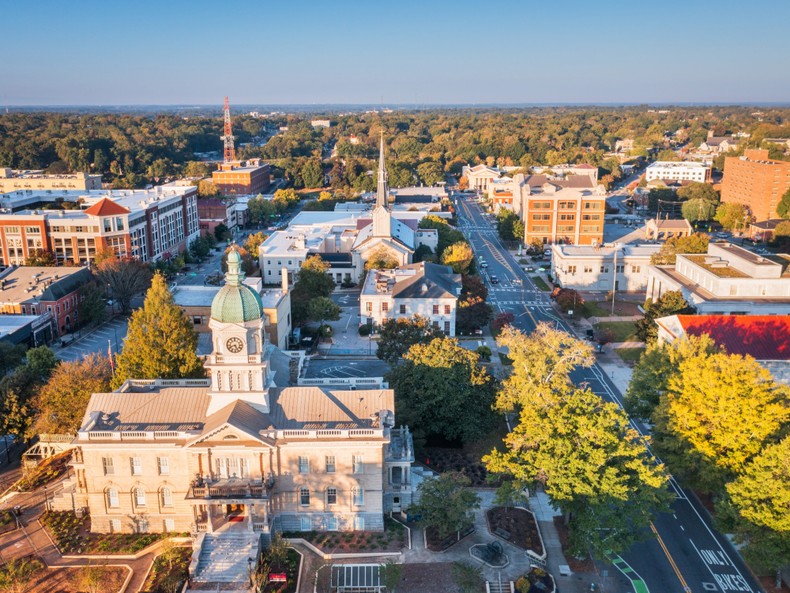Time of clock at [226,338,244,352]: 8:26
